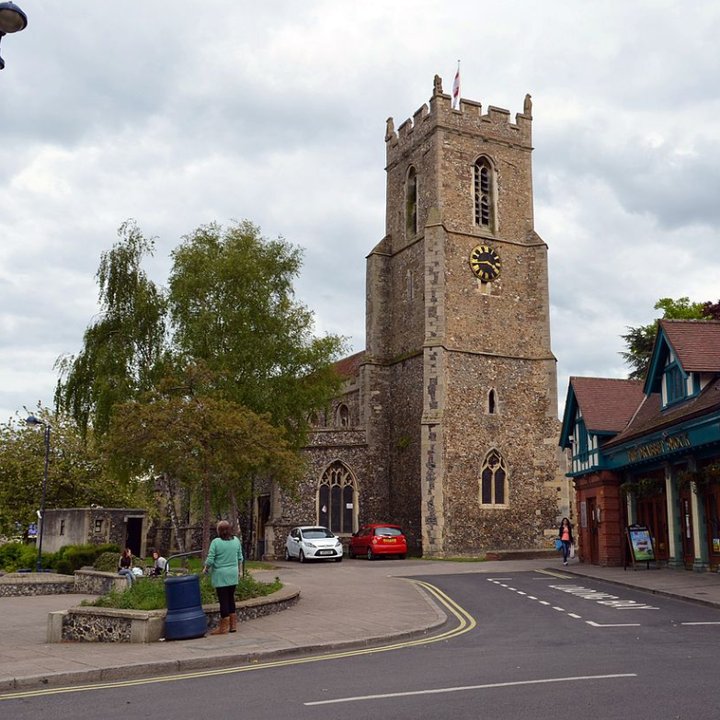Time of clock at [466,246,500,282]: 3:43
